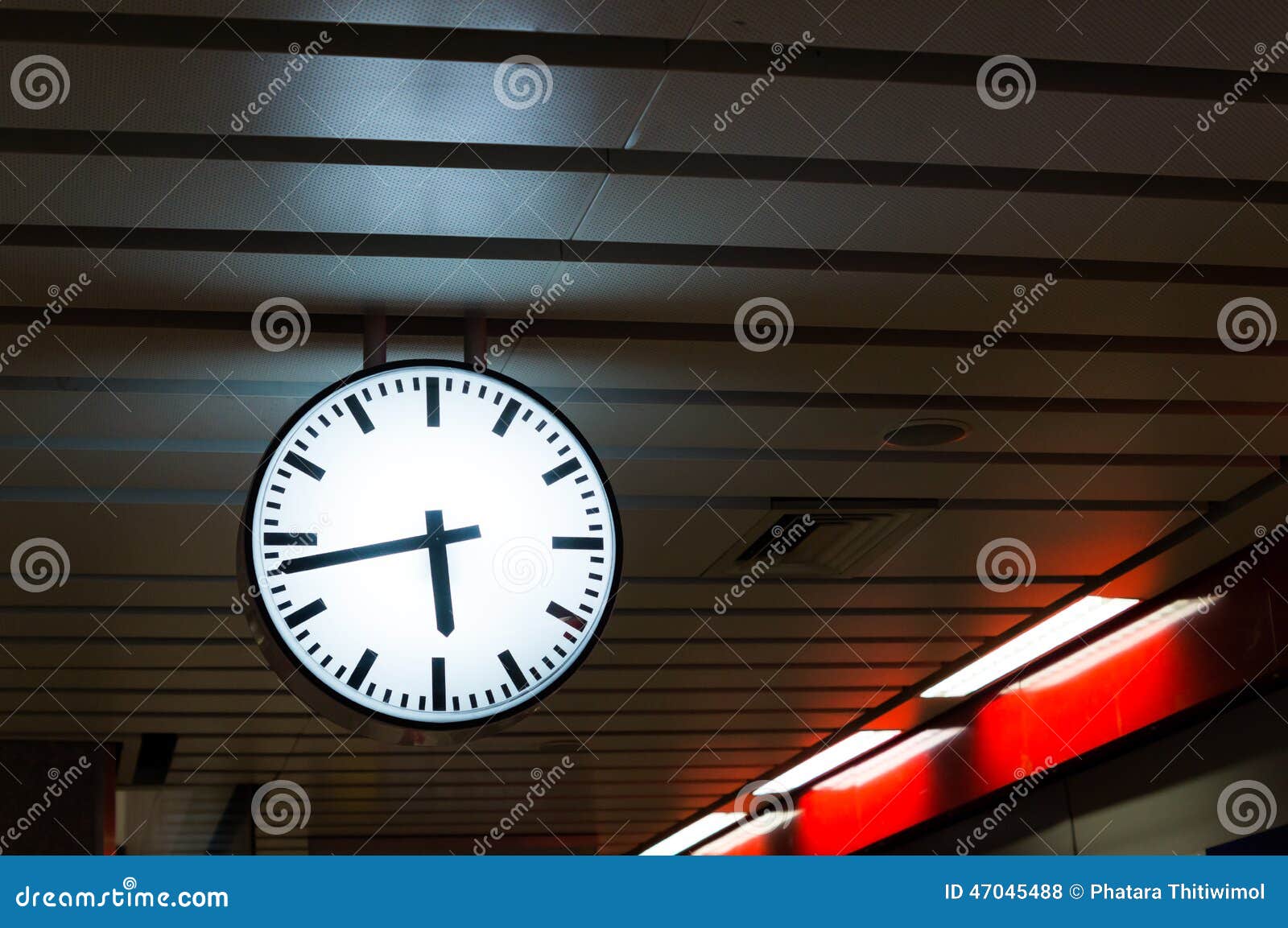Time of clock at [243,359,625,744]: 5:43
